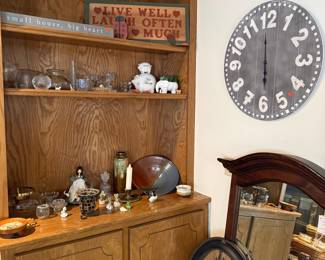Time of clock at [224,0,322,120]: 5:59
